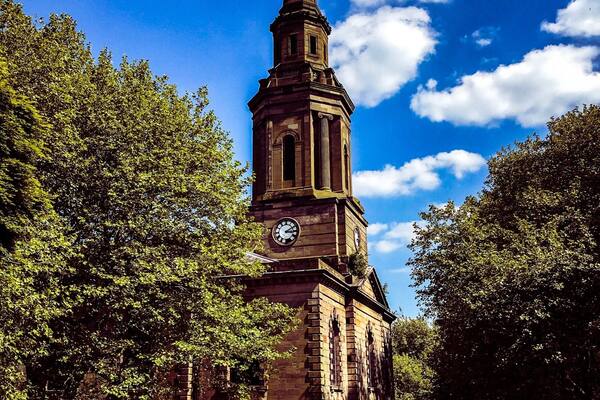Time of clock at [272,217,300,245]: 3:09
